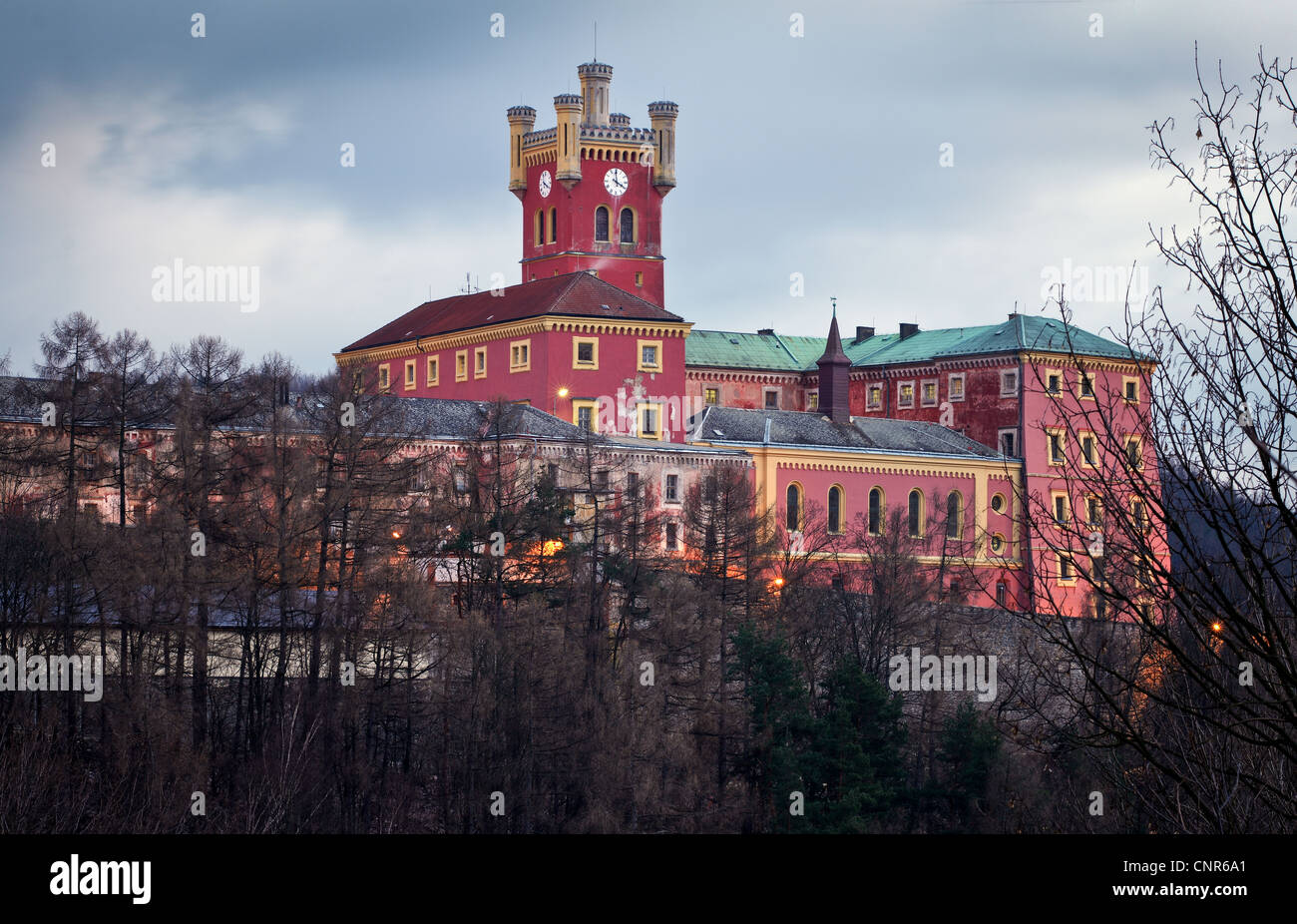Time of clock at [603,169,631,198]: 3:59
